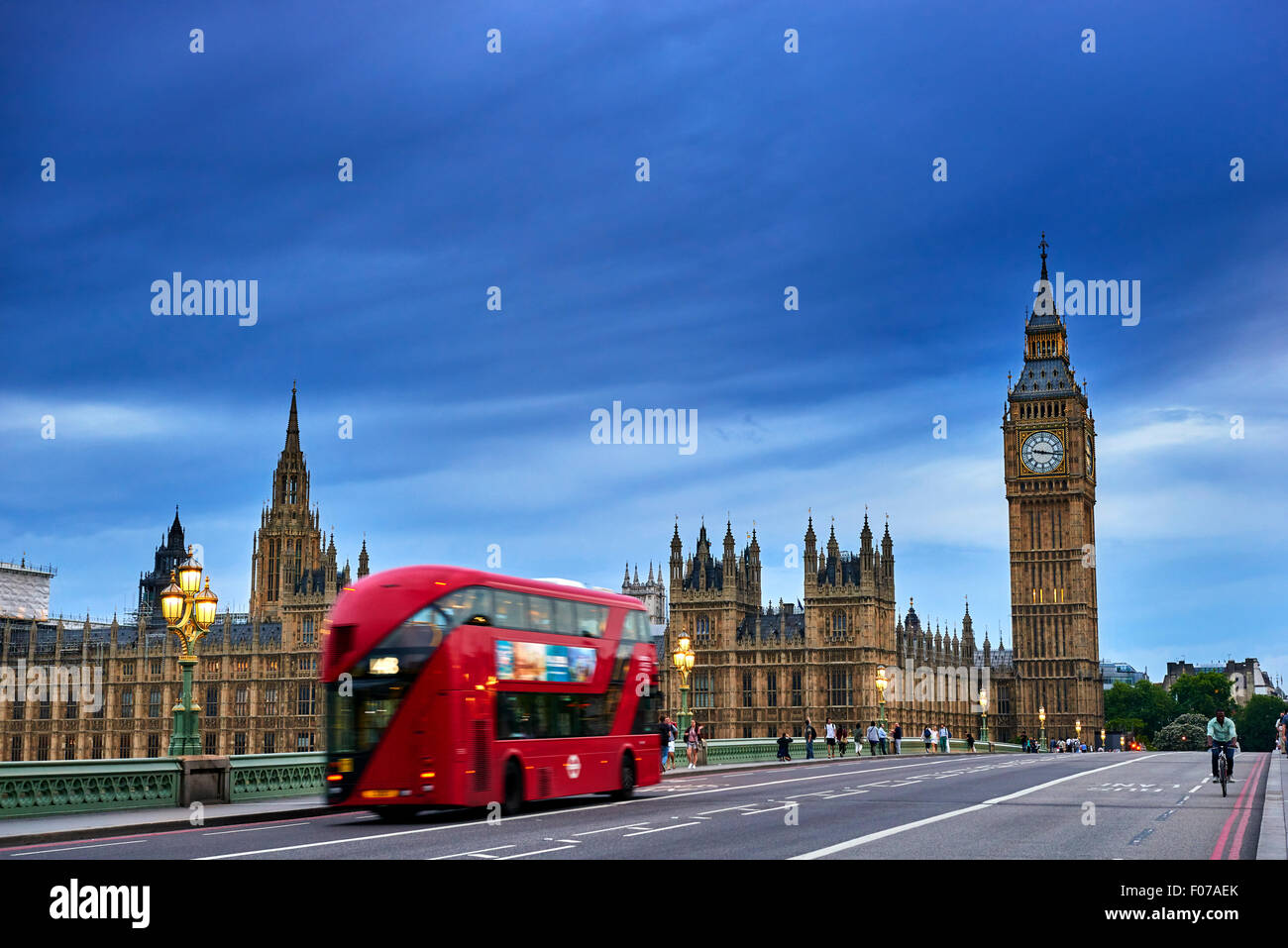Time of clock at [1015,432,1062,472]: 9:16
